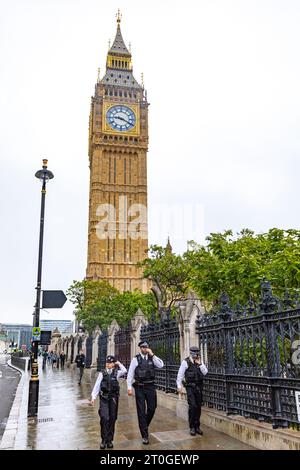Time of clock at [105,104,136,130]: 9:19
